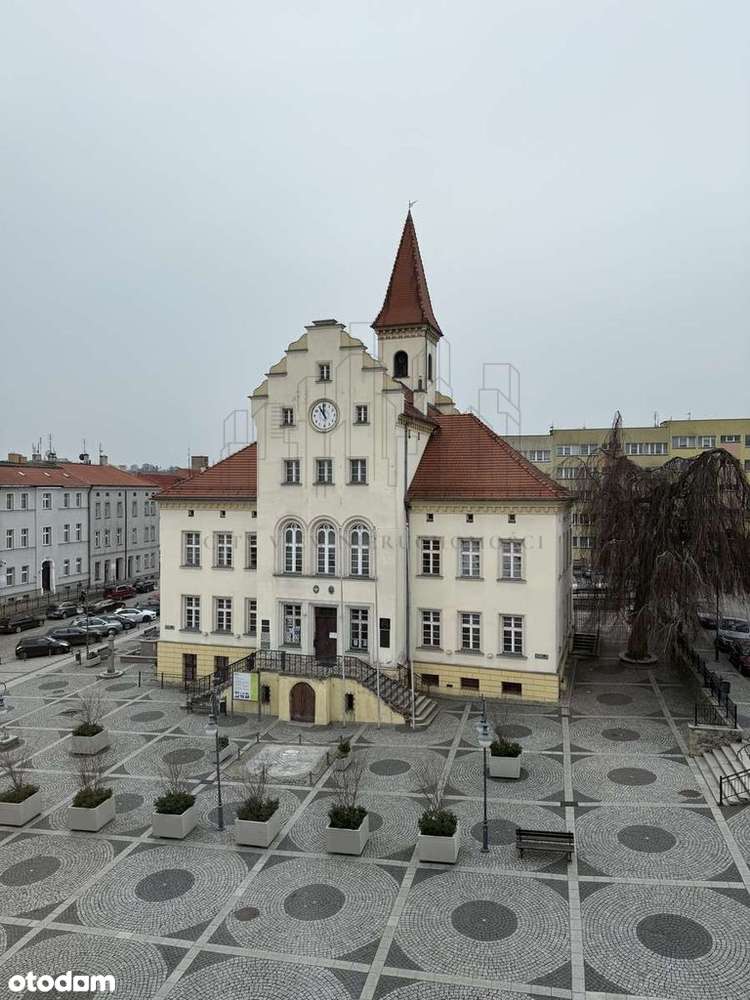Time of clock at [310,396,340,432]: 10:59
